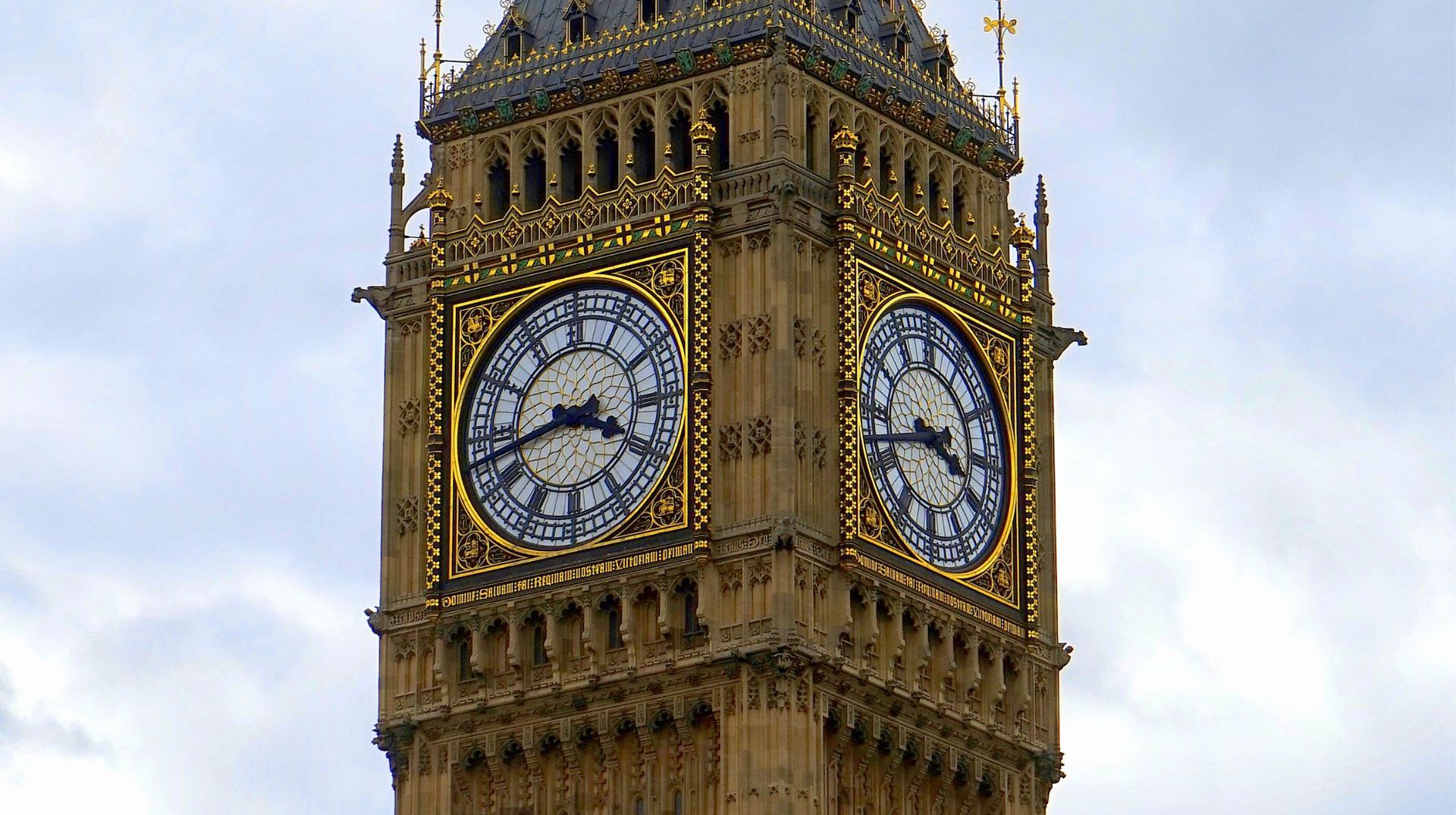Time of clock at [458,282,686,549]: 3:42
